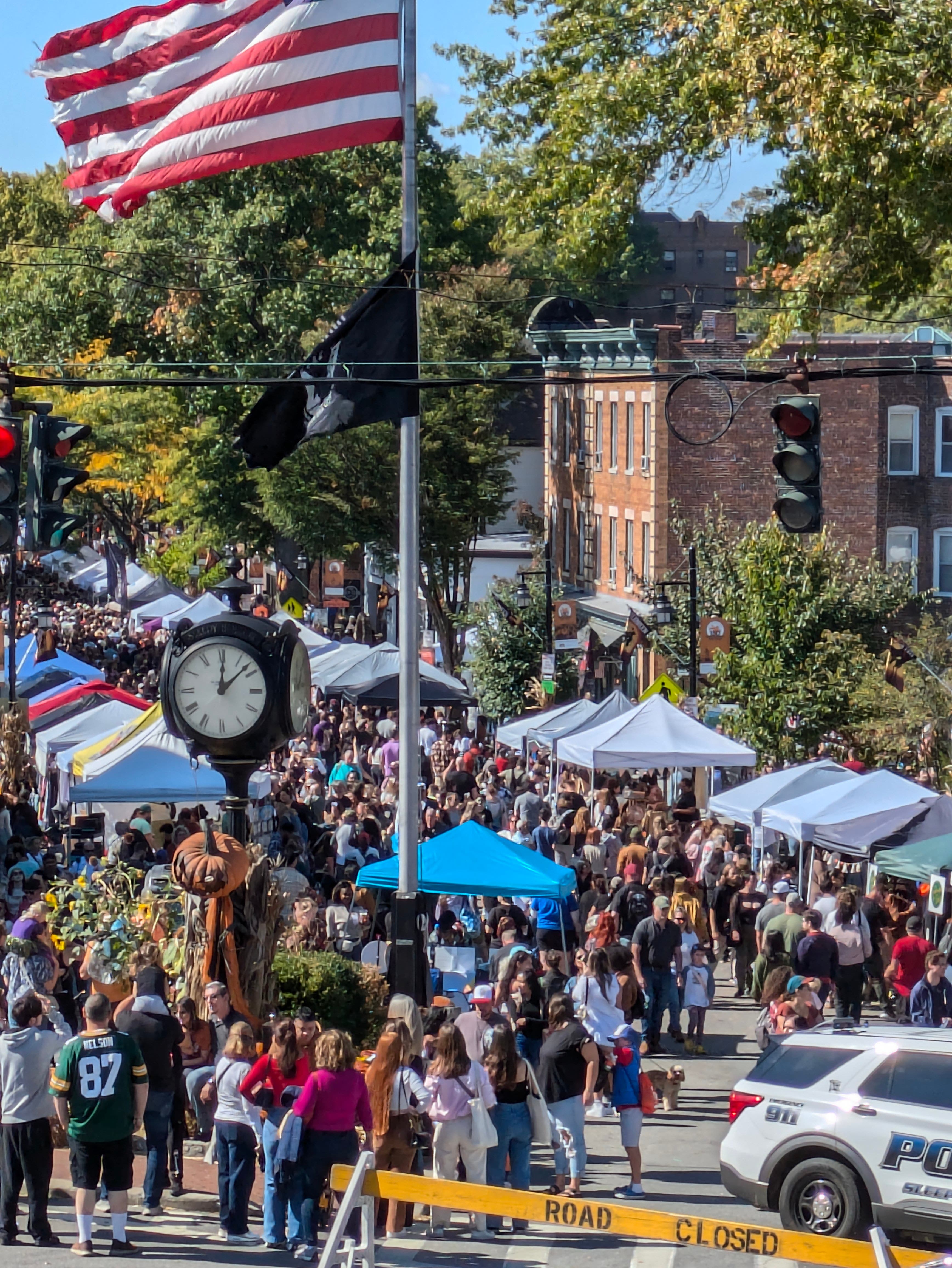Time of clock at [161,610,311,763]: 12:07
